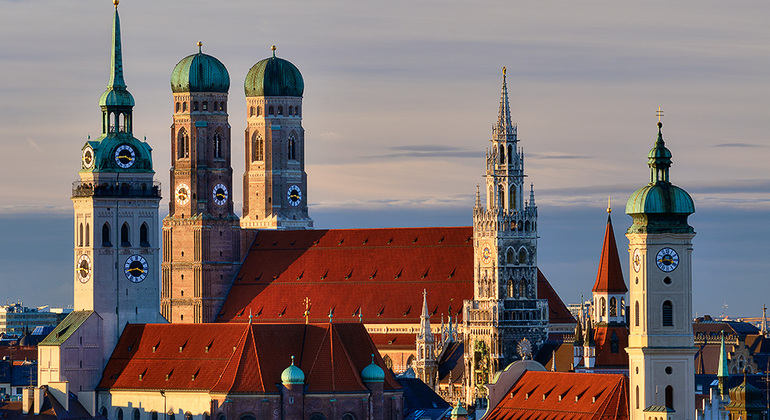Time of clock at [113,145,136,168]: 3:43
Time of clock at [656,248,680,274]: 3:43
